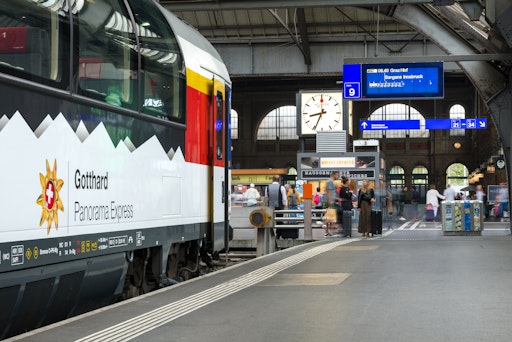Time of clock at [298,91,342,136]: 8:34
